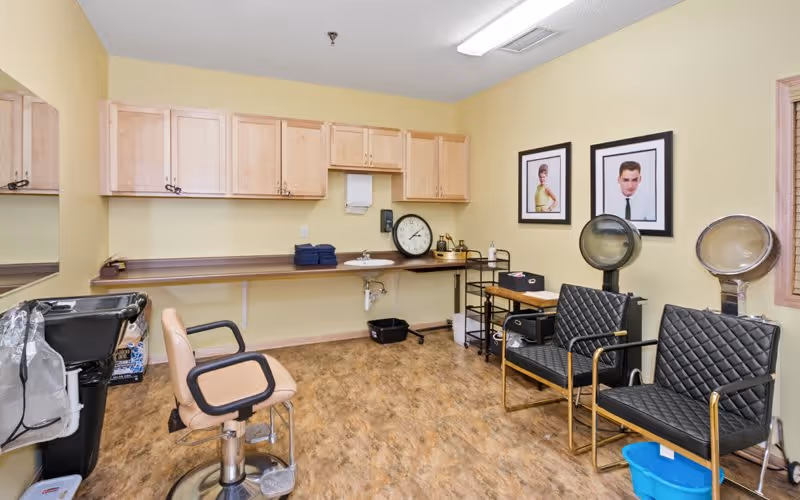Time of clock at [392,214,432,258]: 3:09
